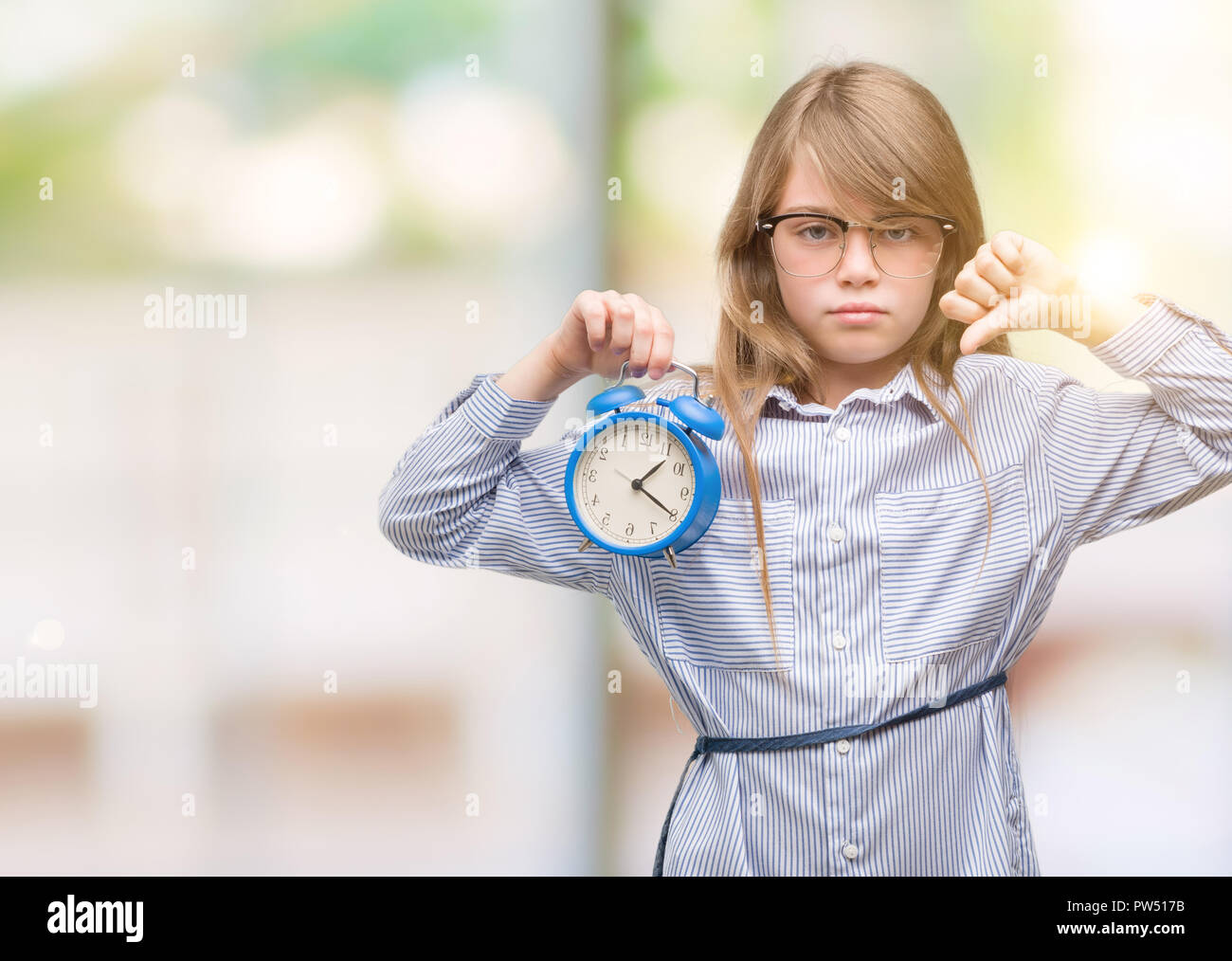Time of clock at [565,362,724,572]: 1:20
